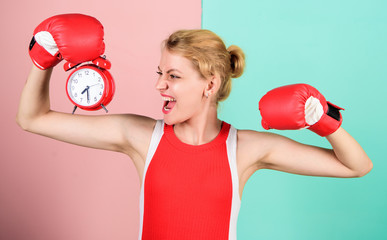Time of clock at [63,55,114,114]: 7:30
